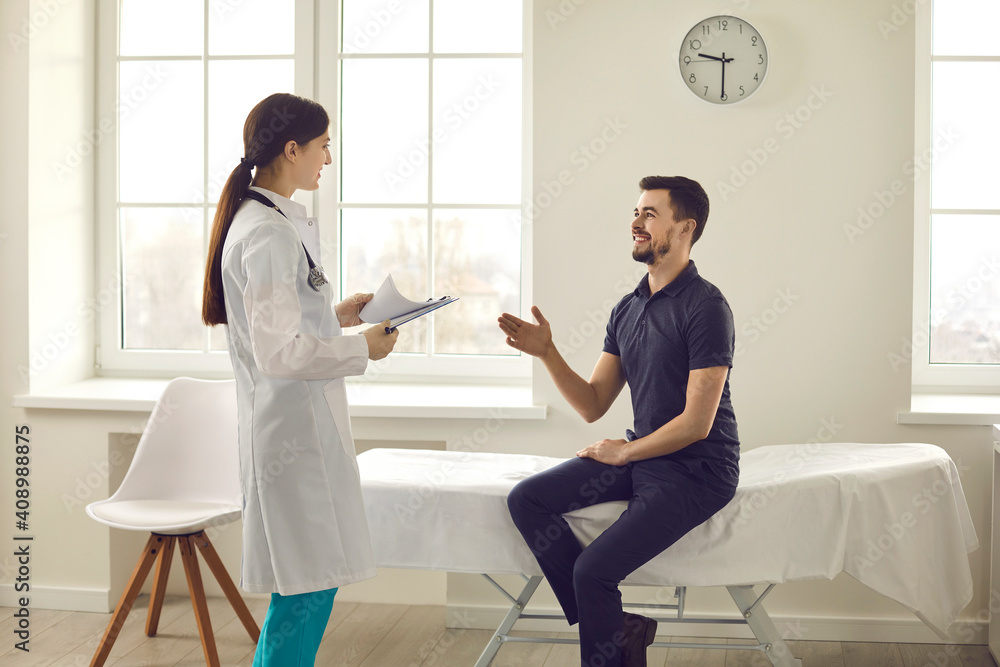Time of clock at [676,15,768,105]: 9:30
